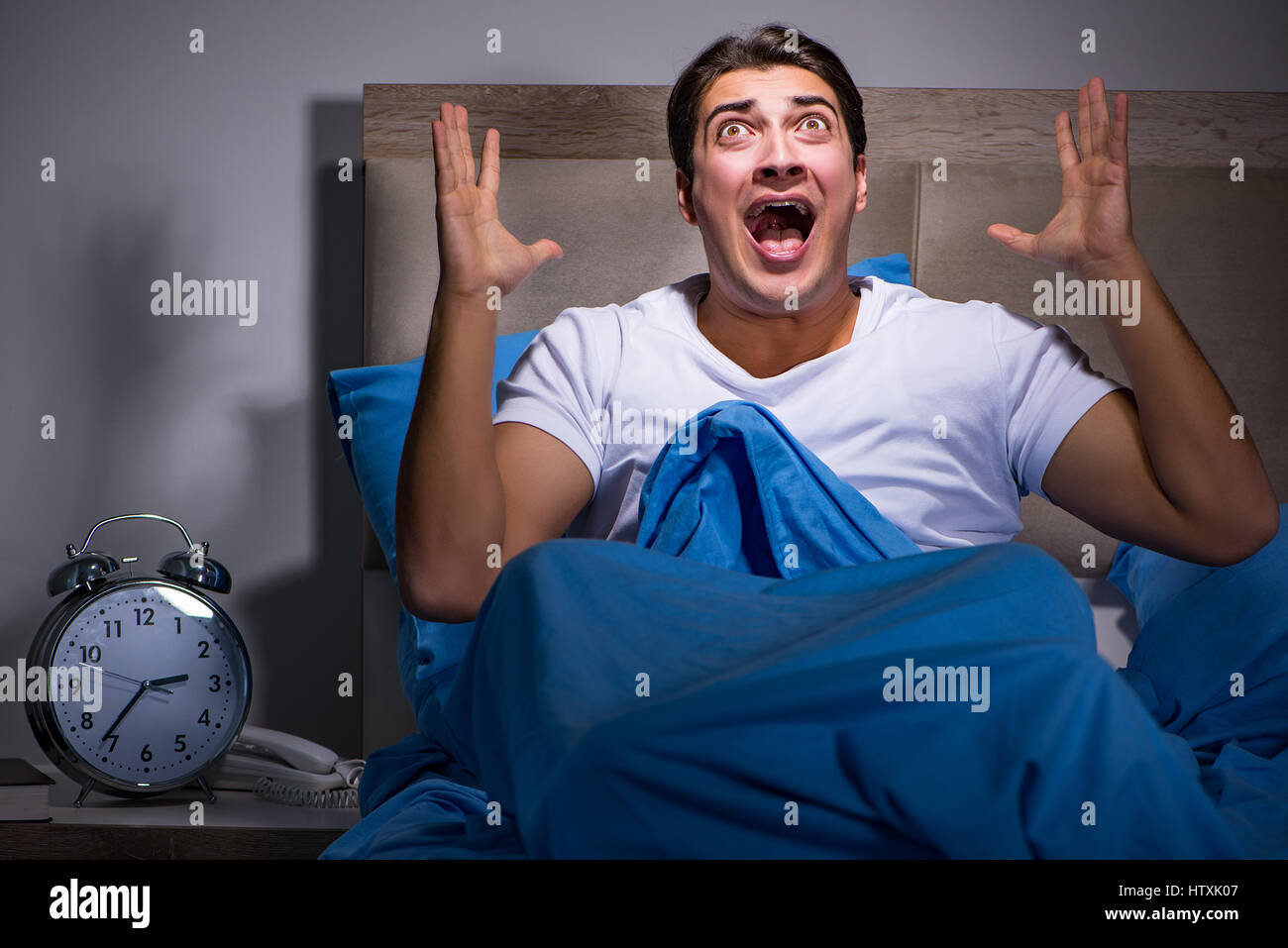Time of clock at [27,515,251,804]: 2:36
